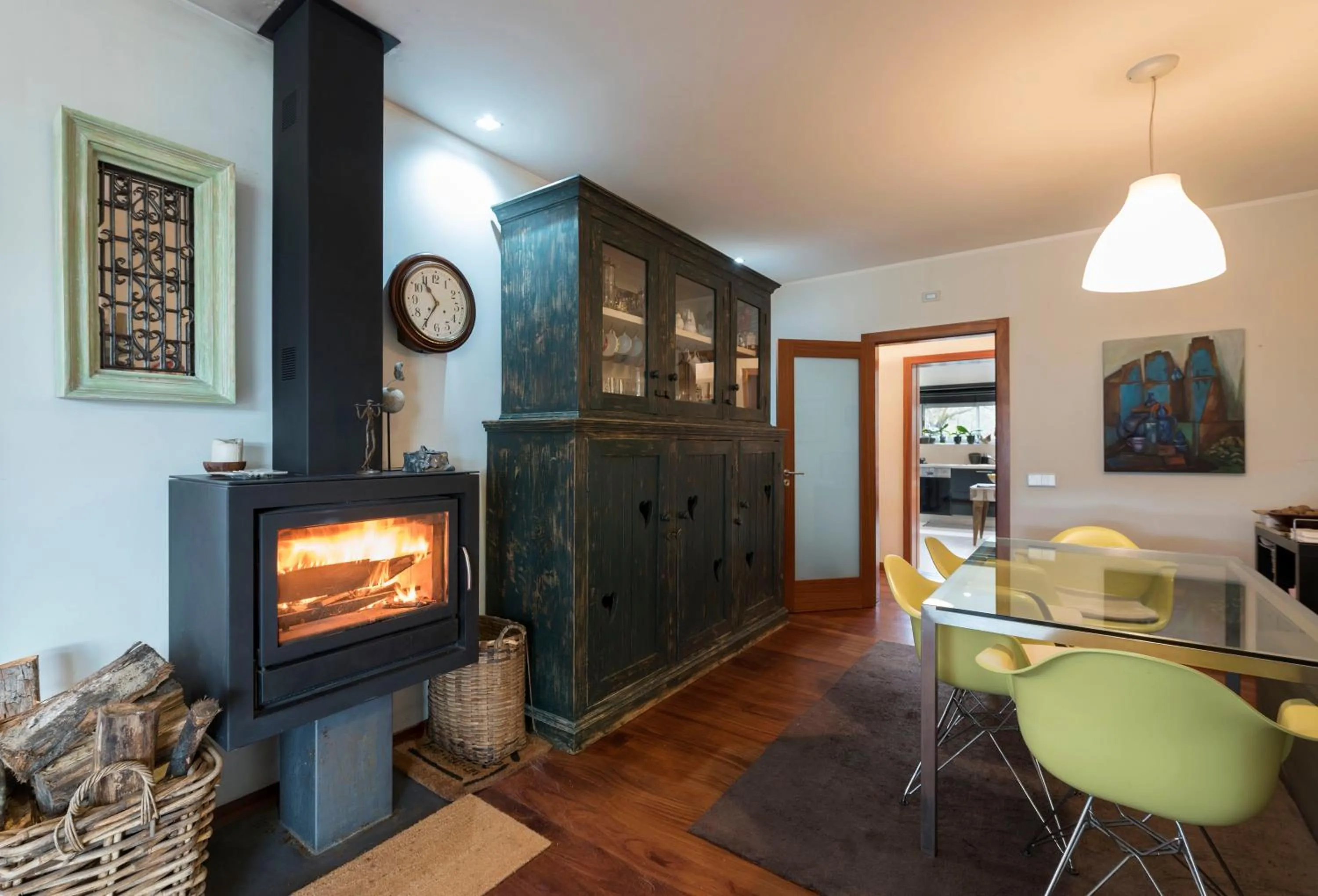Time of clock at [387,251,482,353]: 10:35
